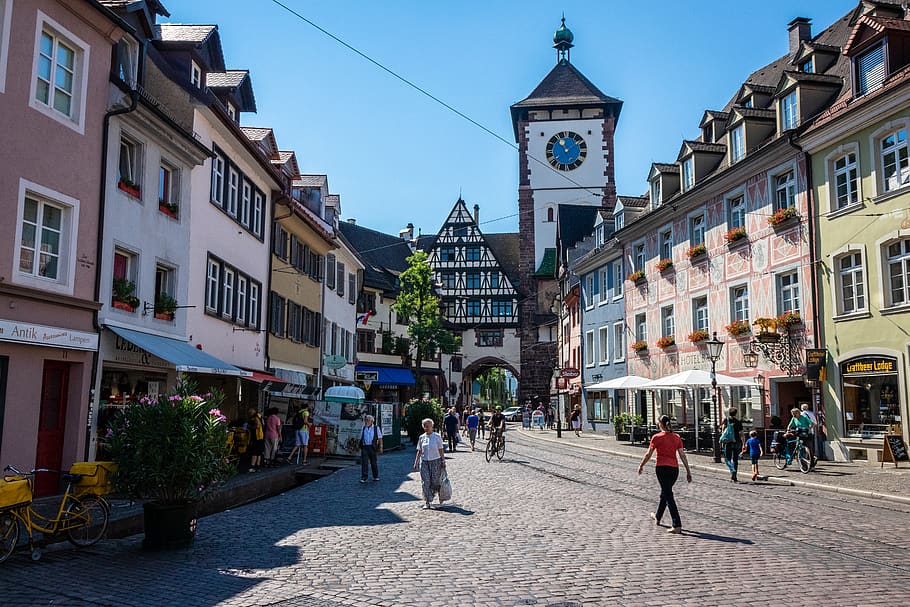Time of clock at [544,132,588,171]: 11:08
